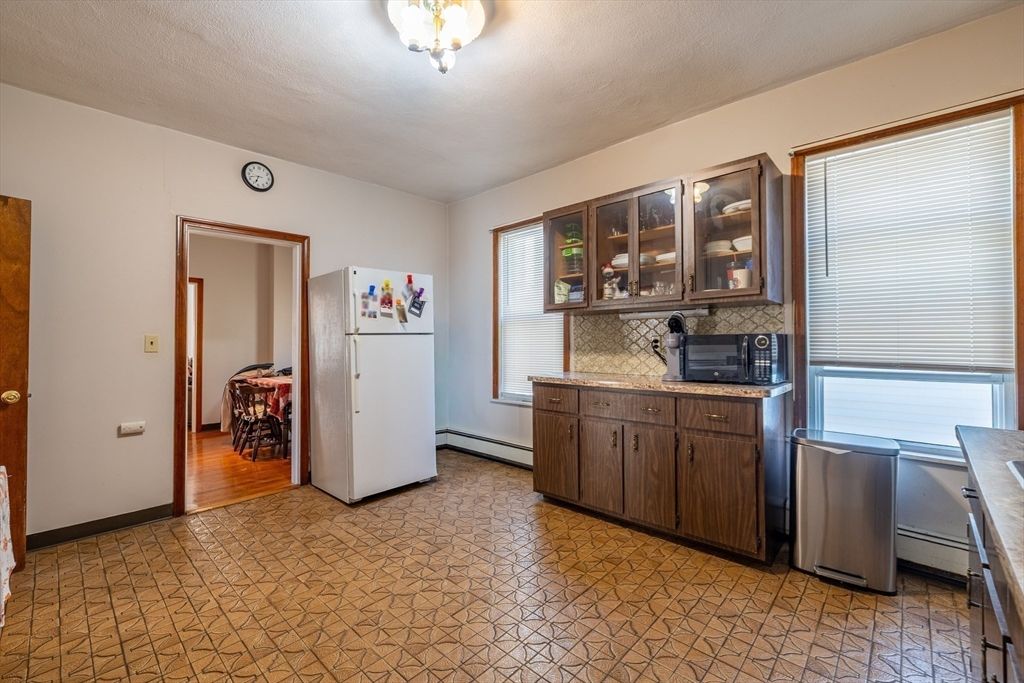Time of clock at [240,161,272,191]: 6:42
